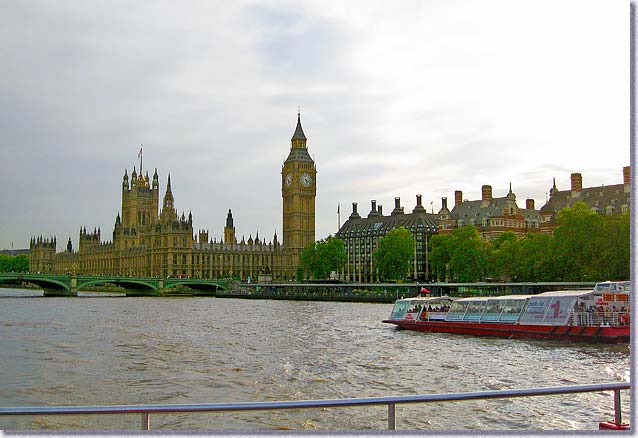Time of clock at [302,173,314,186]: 5:18
